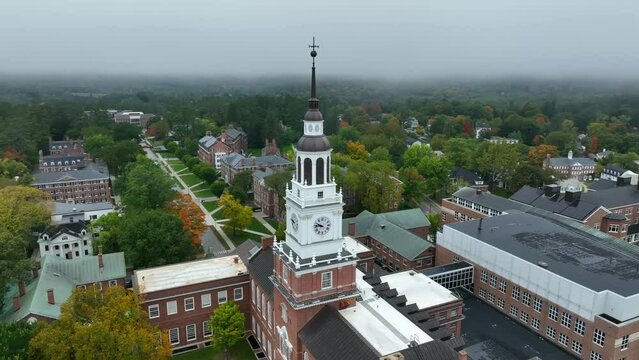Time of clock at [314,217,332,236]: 9:45
